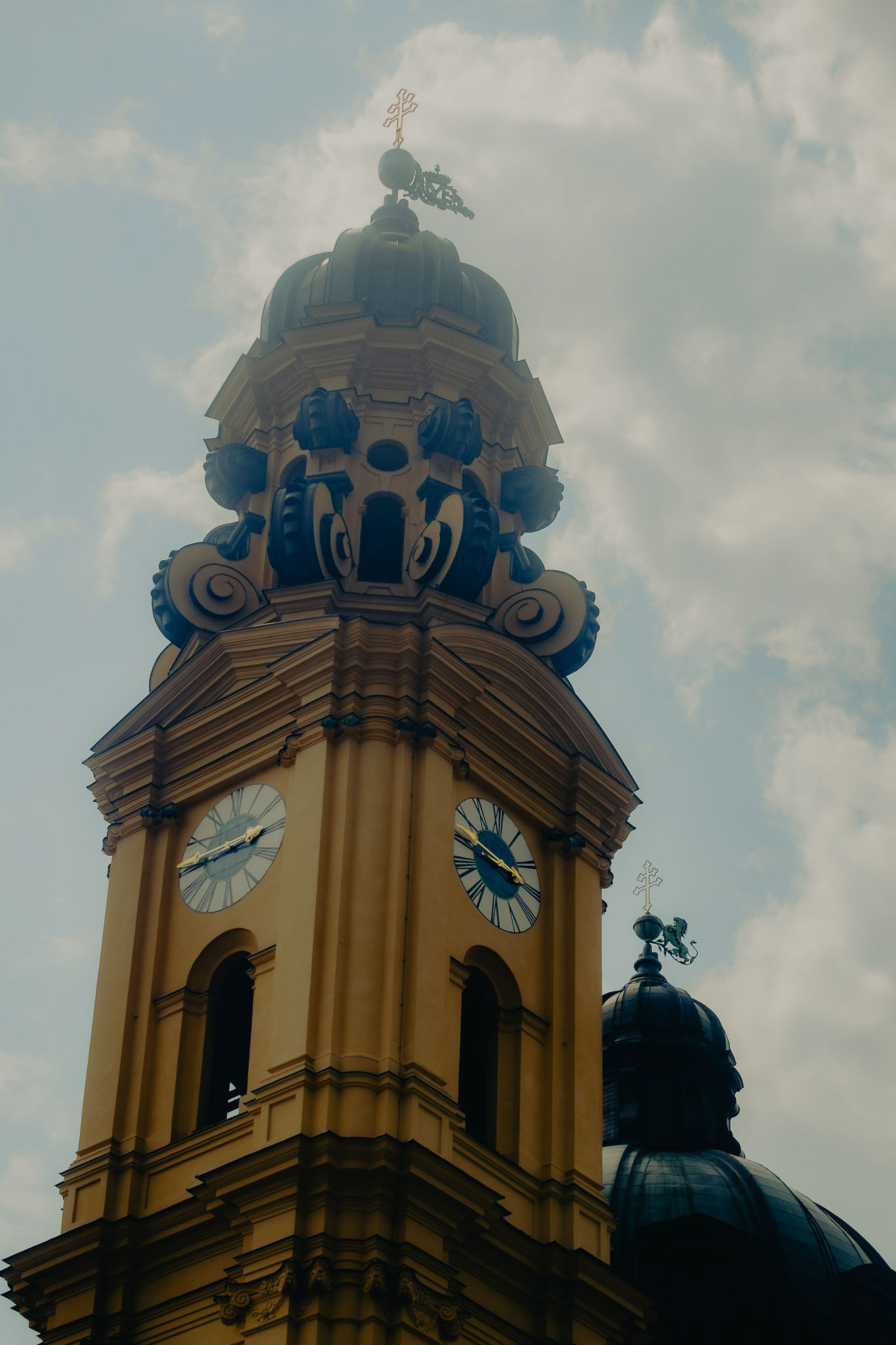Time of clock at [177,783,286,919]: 2:44
